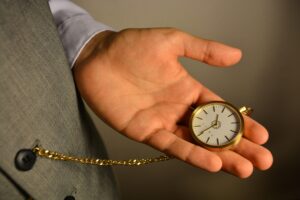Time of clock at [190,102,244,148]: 12:40
